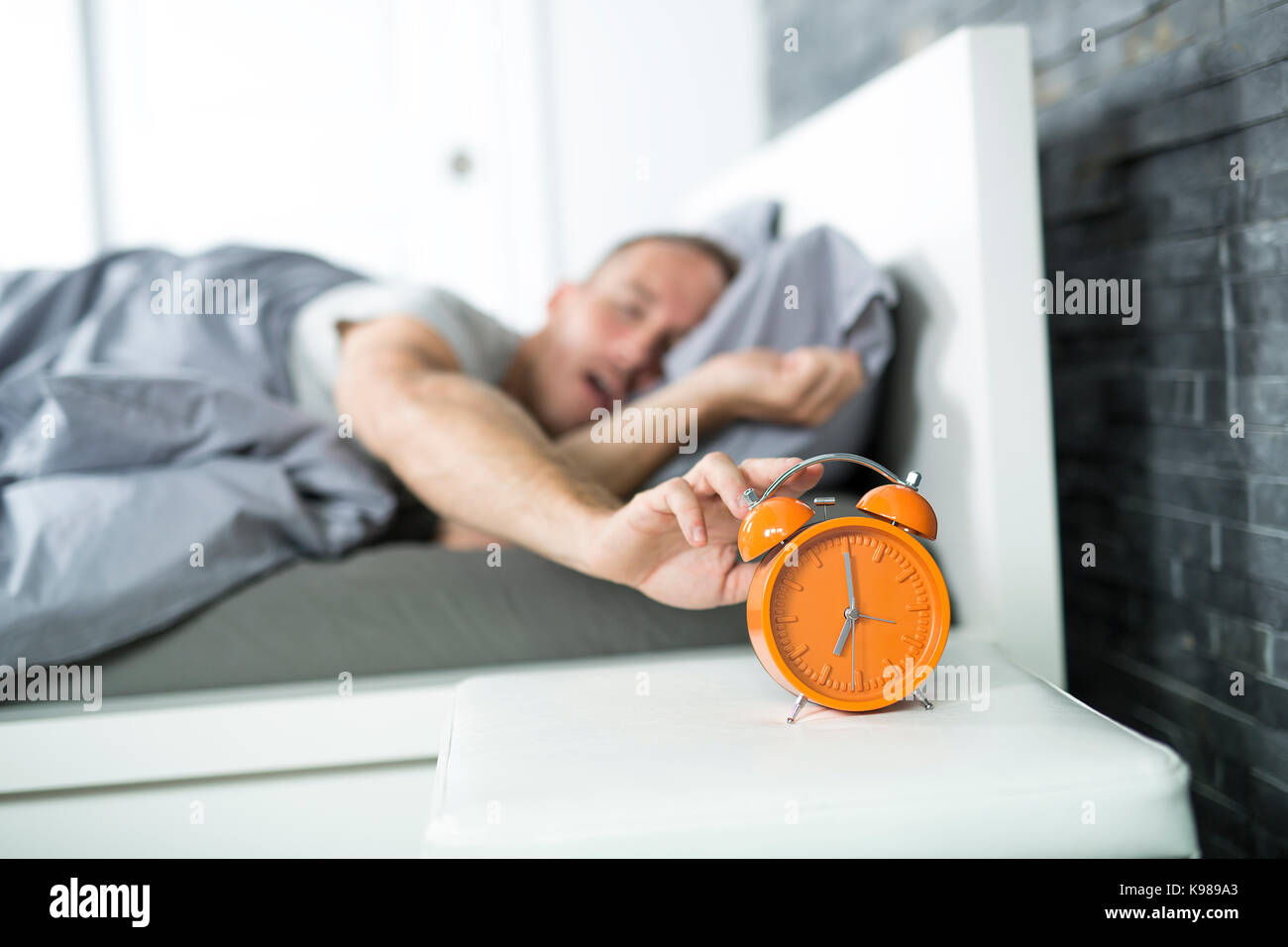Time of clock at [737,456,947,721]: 7:00
